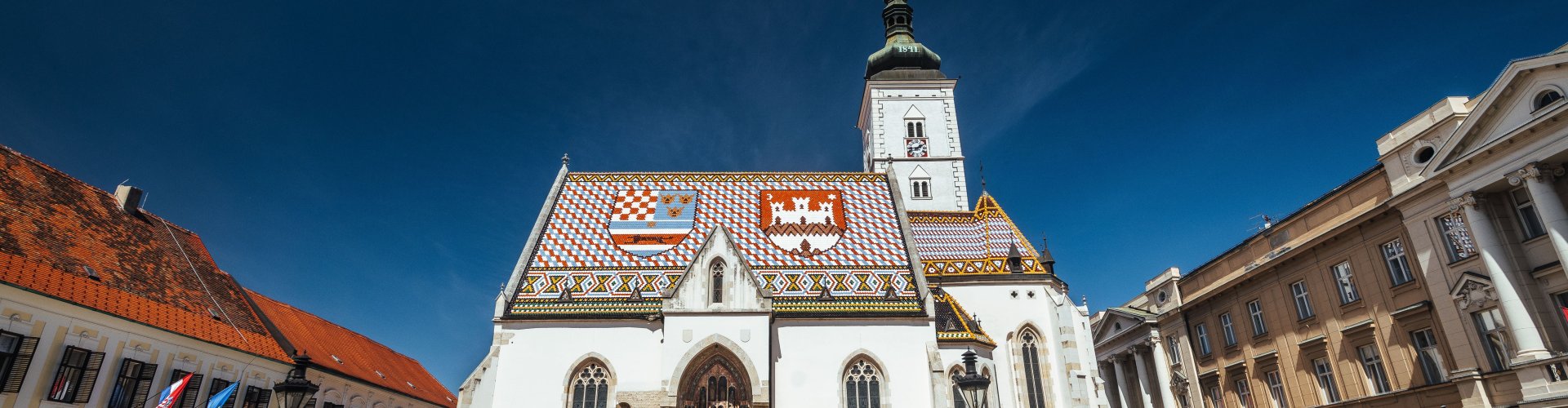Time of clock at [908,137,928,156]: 1:43
